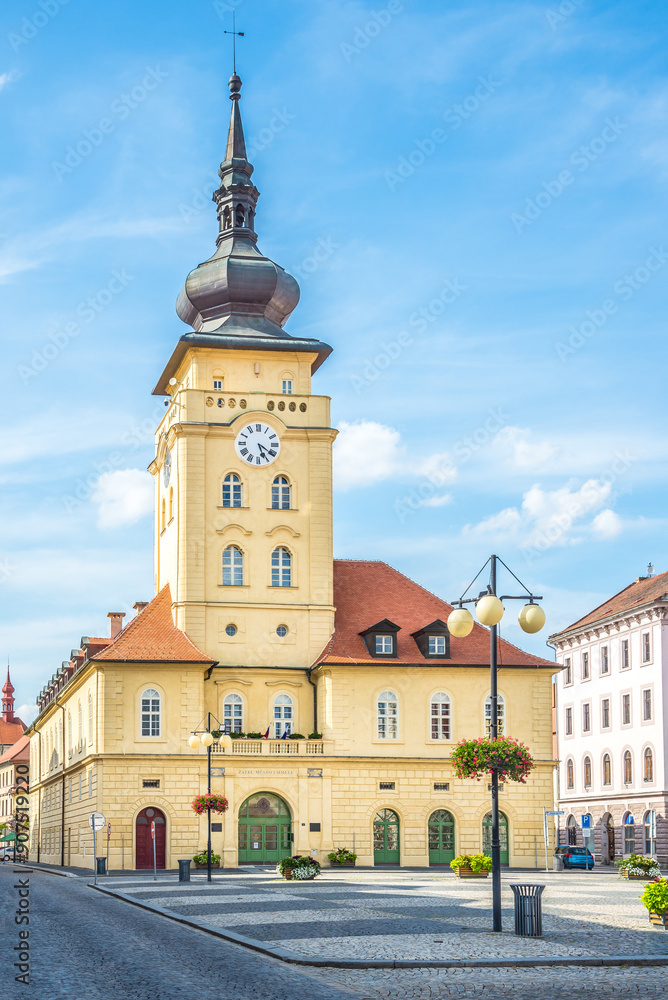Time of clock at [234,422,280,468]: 5:20
